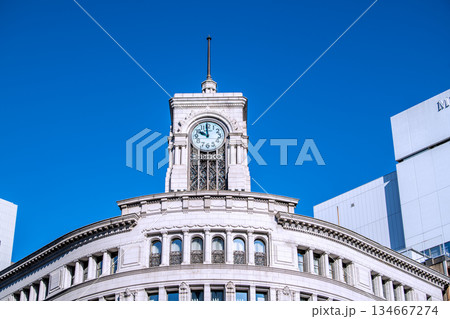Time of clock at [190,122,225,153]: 9:59
